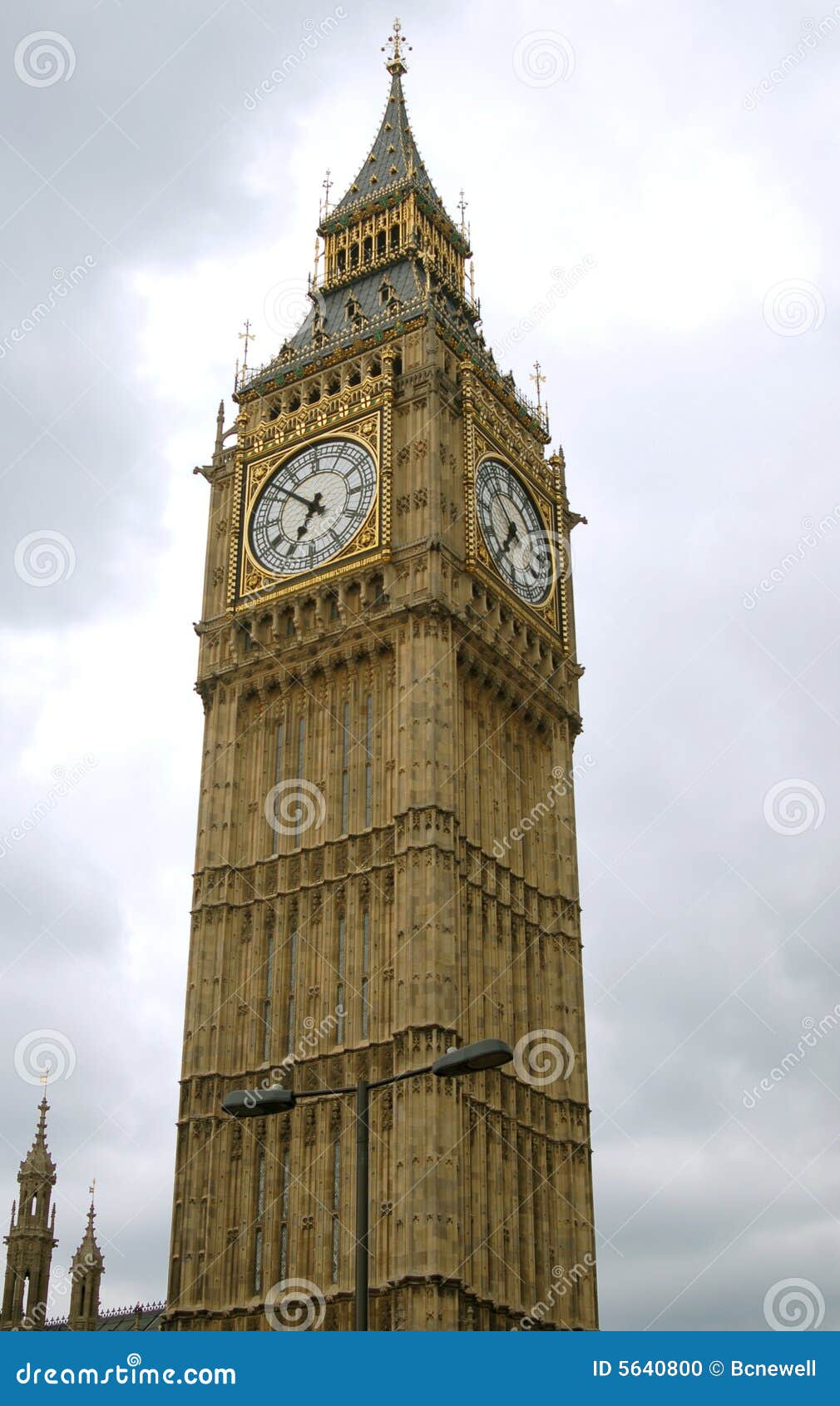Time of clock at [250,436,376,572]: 6:52
